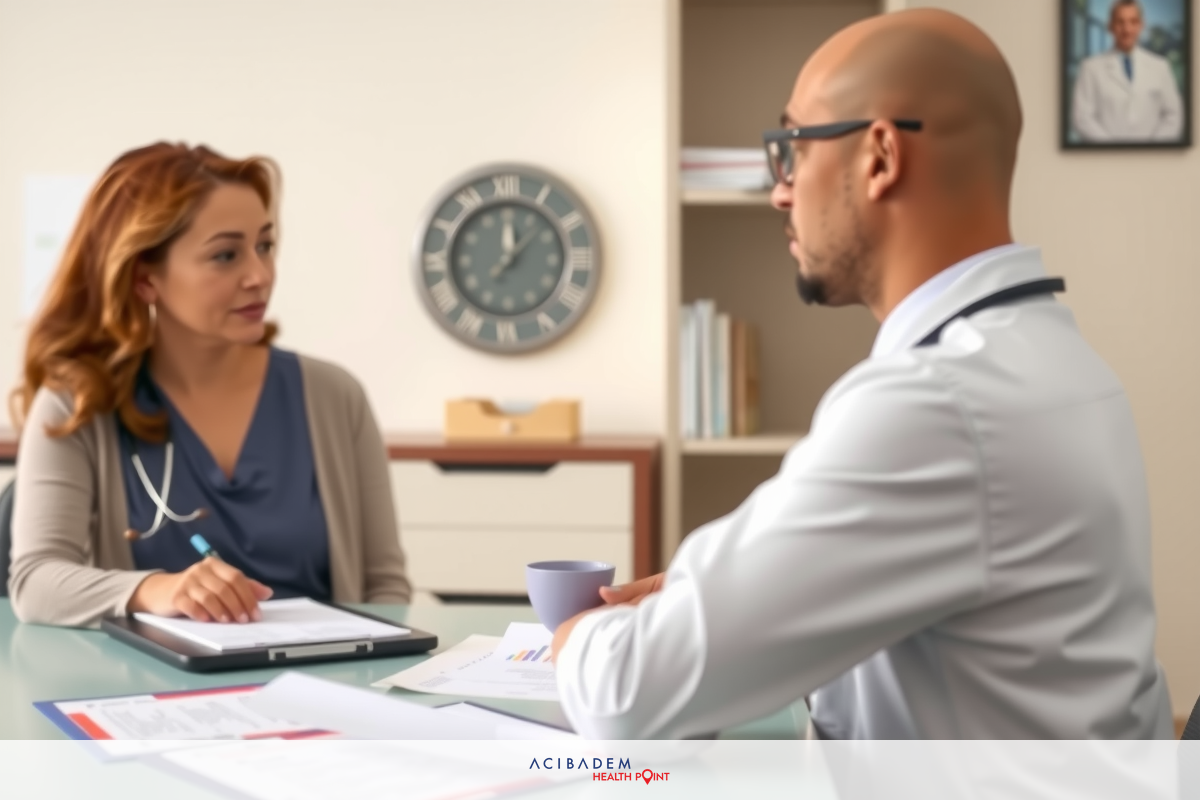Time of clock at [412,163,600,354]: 12:07
